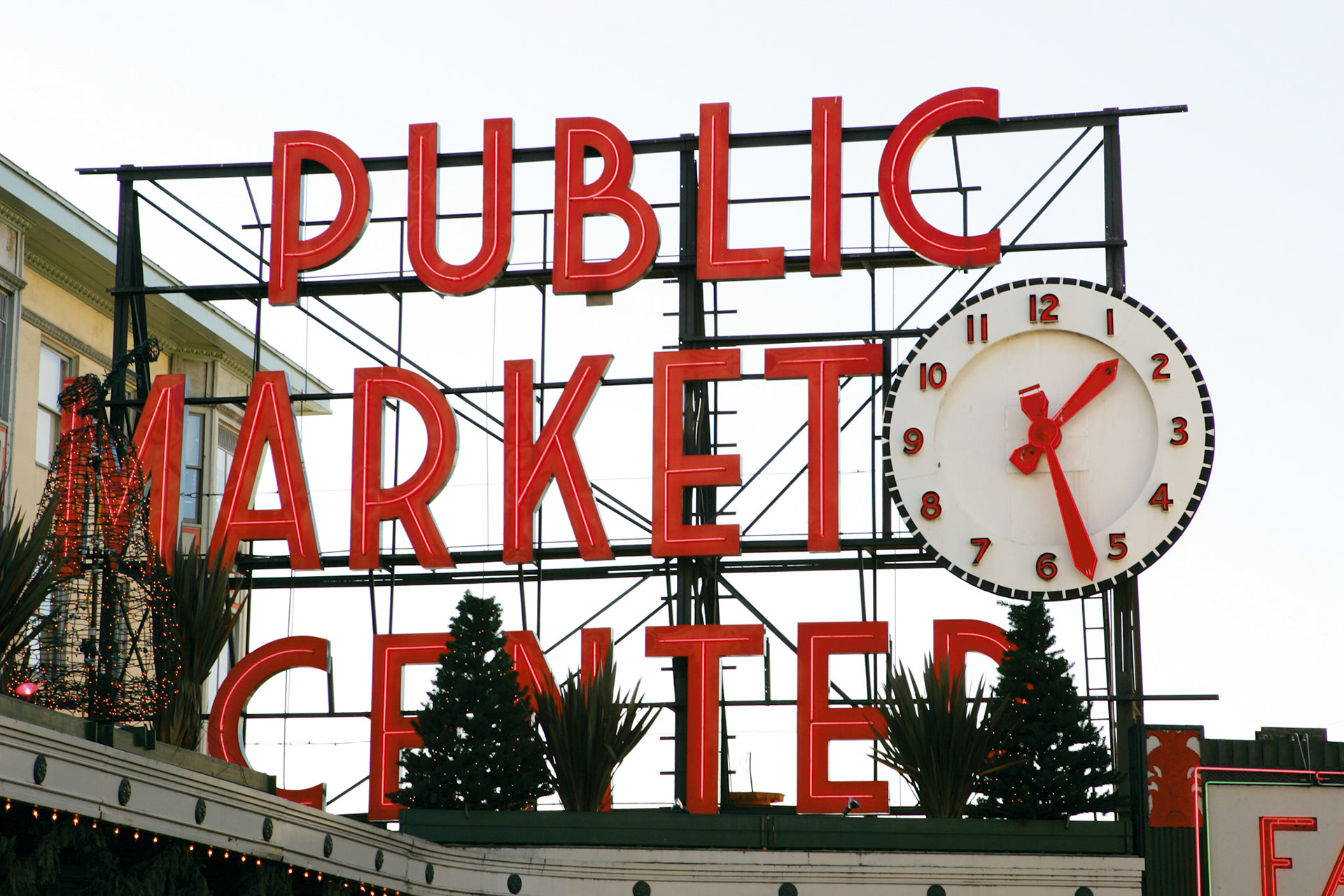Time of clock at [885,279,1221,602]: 1:27
